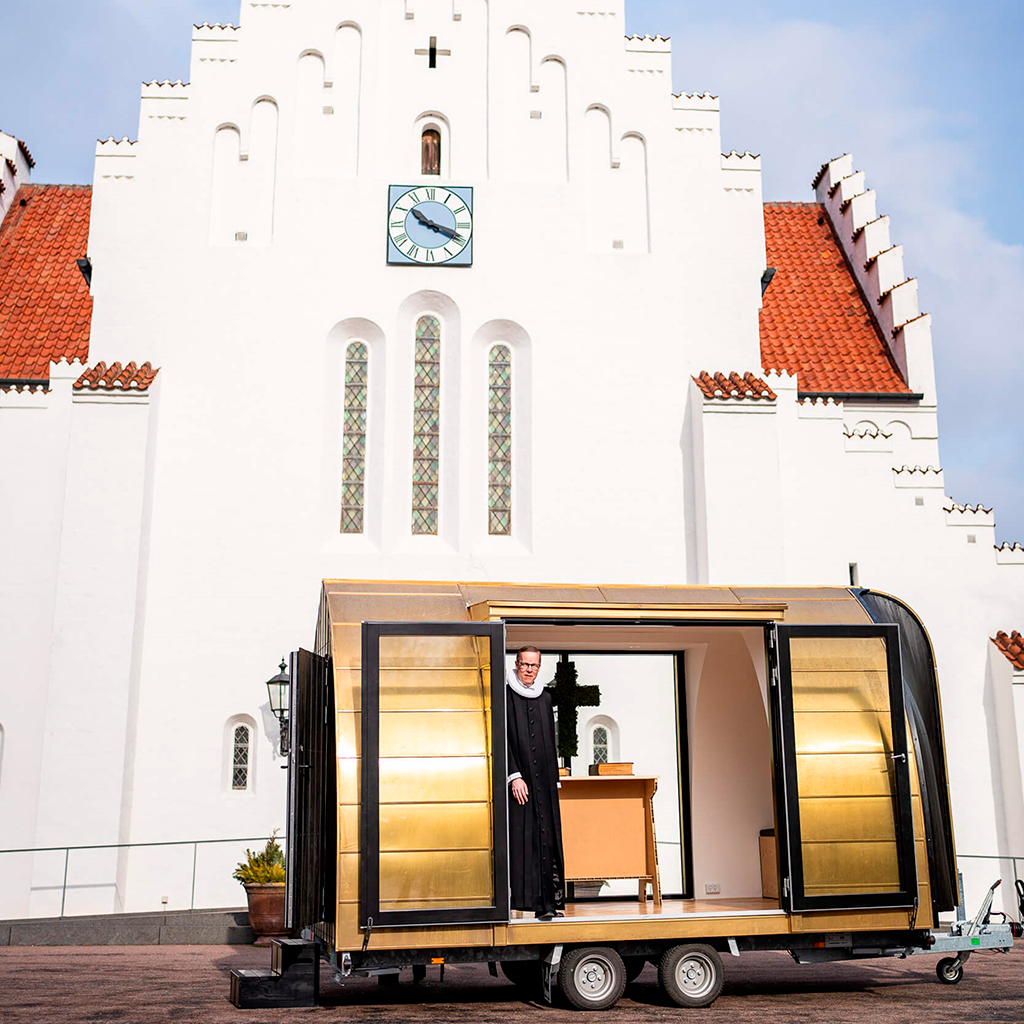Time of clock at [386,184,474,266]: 10:18
